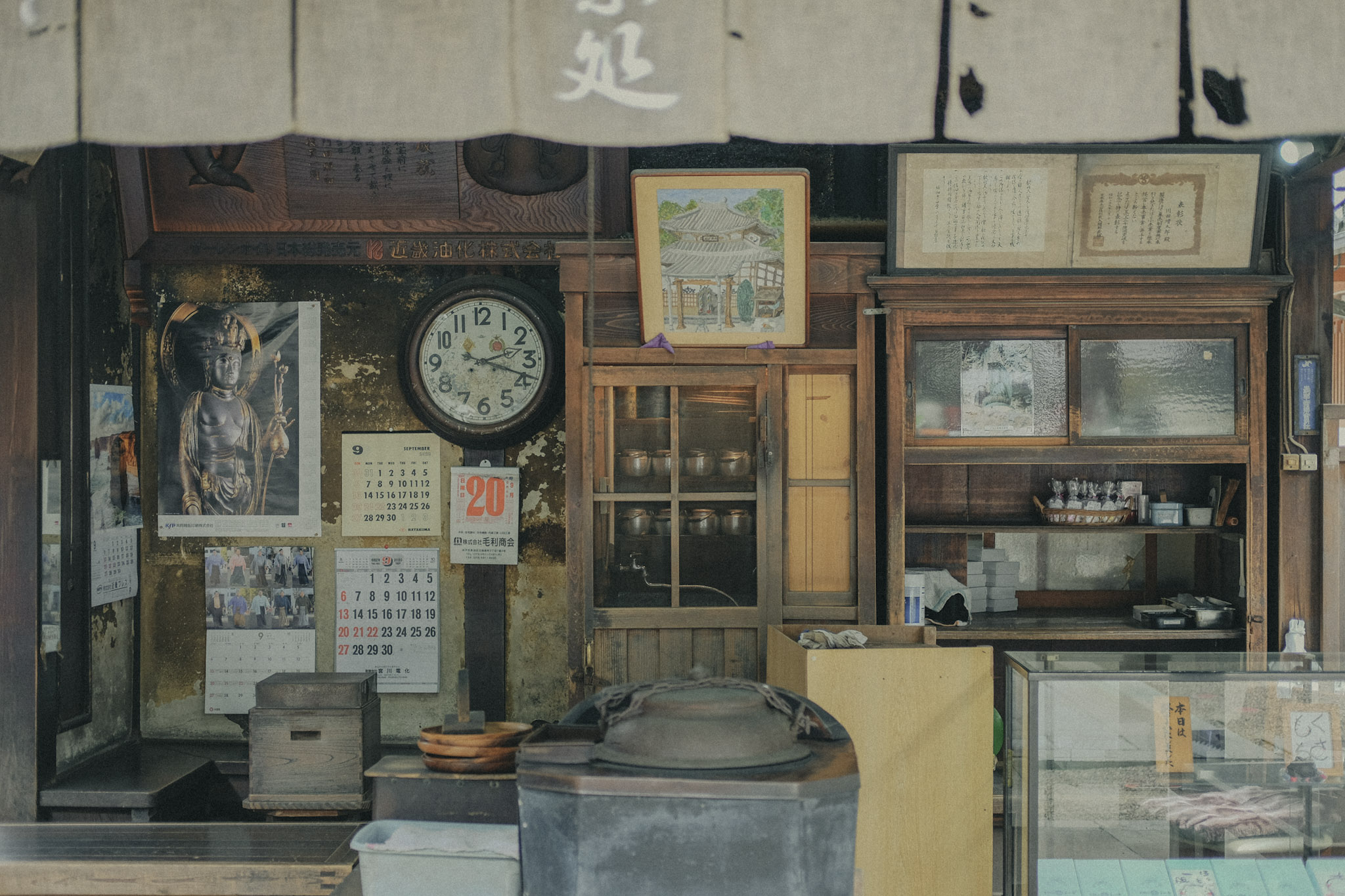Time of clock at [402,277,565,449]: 2:18
